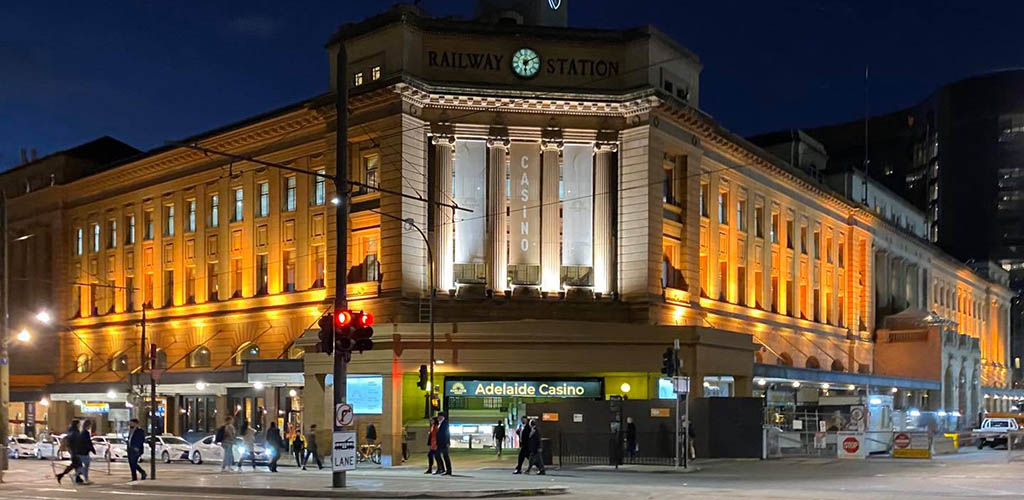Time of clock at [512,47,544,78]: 6:10
